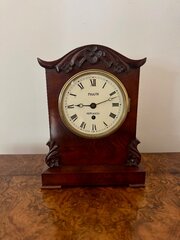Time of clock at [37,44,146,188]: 9:12
